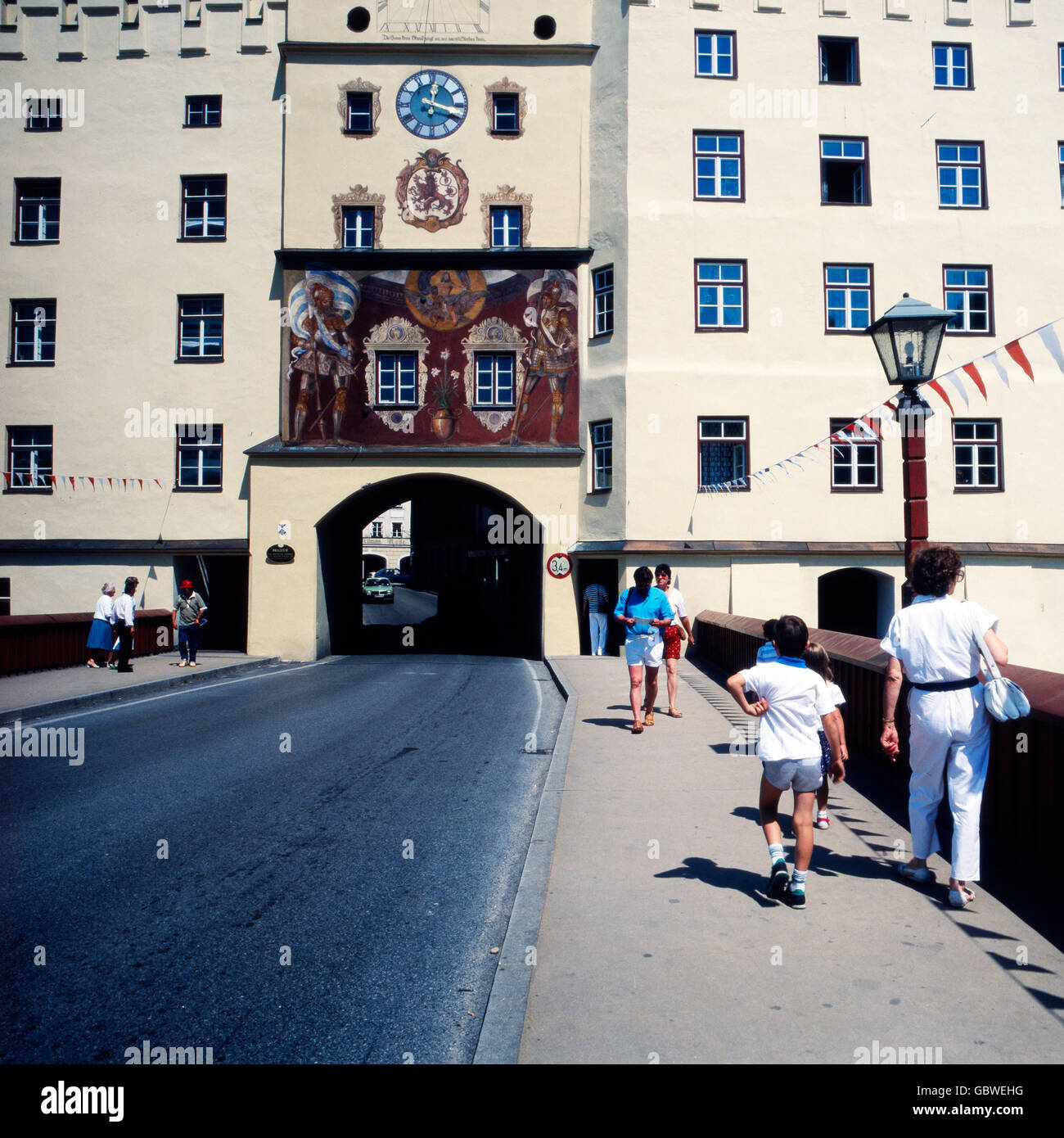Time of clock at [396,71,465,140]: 12:18
